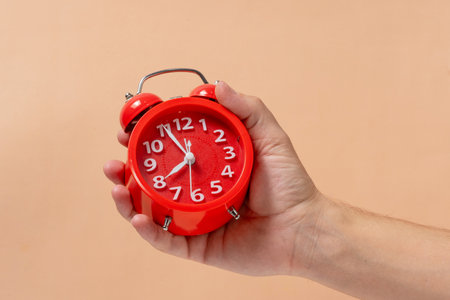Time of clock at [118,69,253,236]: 7:55
